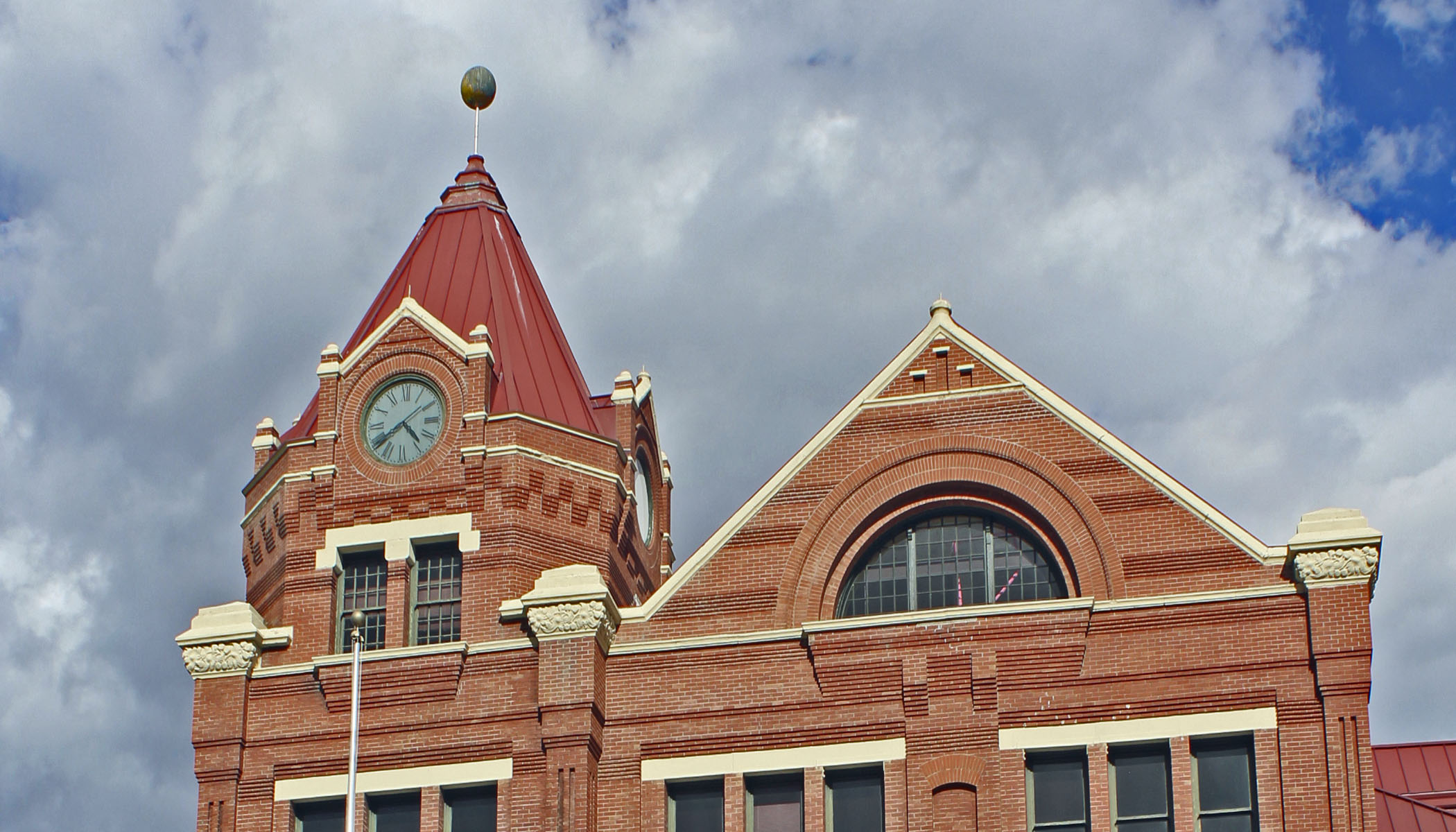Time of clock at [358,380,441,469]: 4:38
